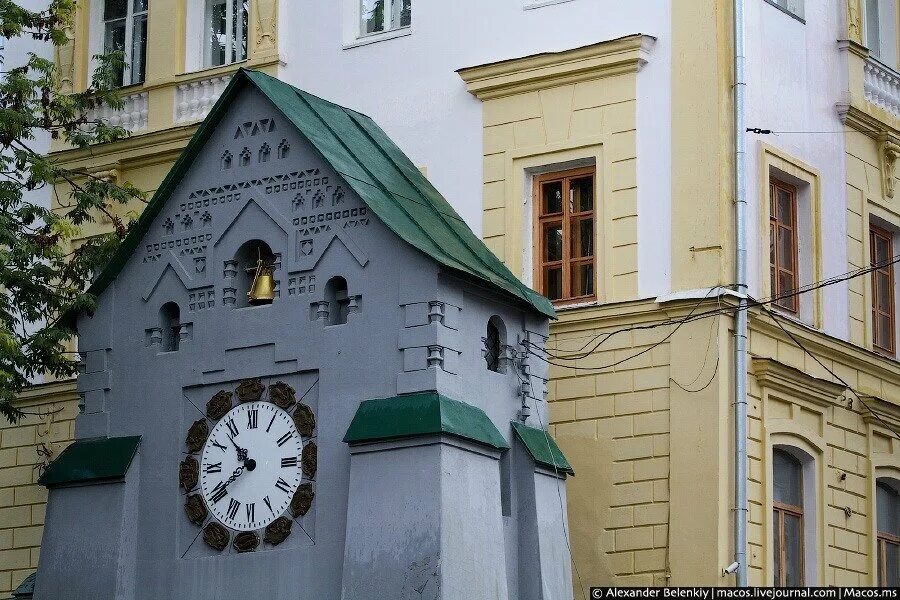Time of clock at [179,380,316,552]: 10:39
